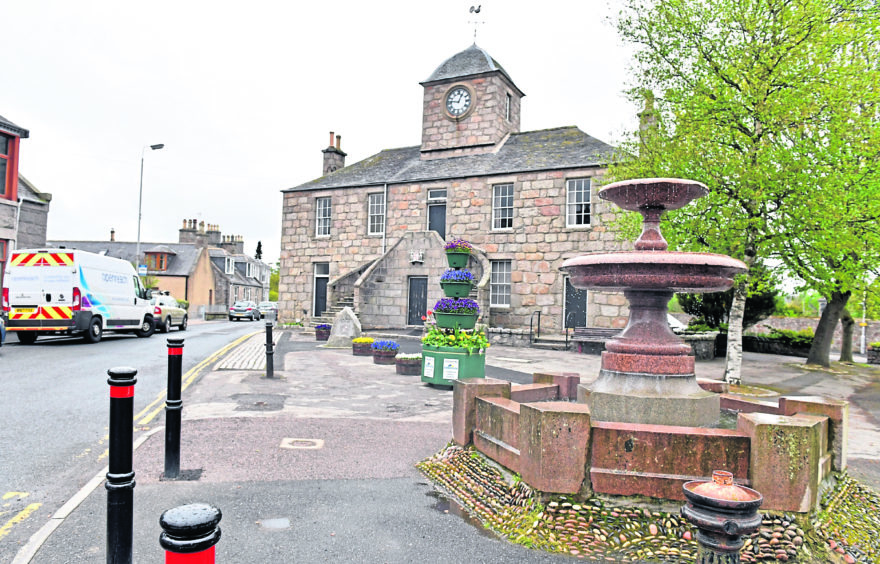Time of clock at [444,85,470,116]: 12:46
